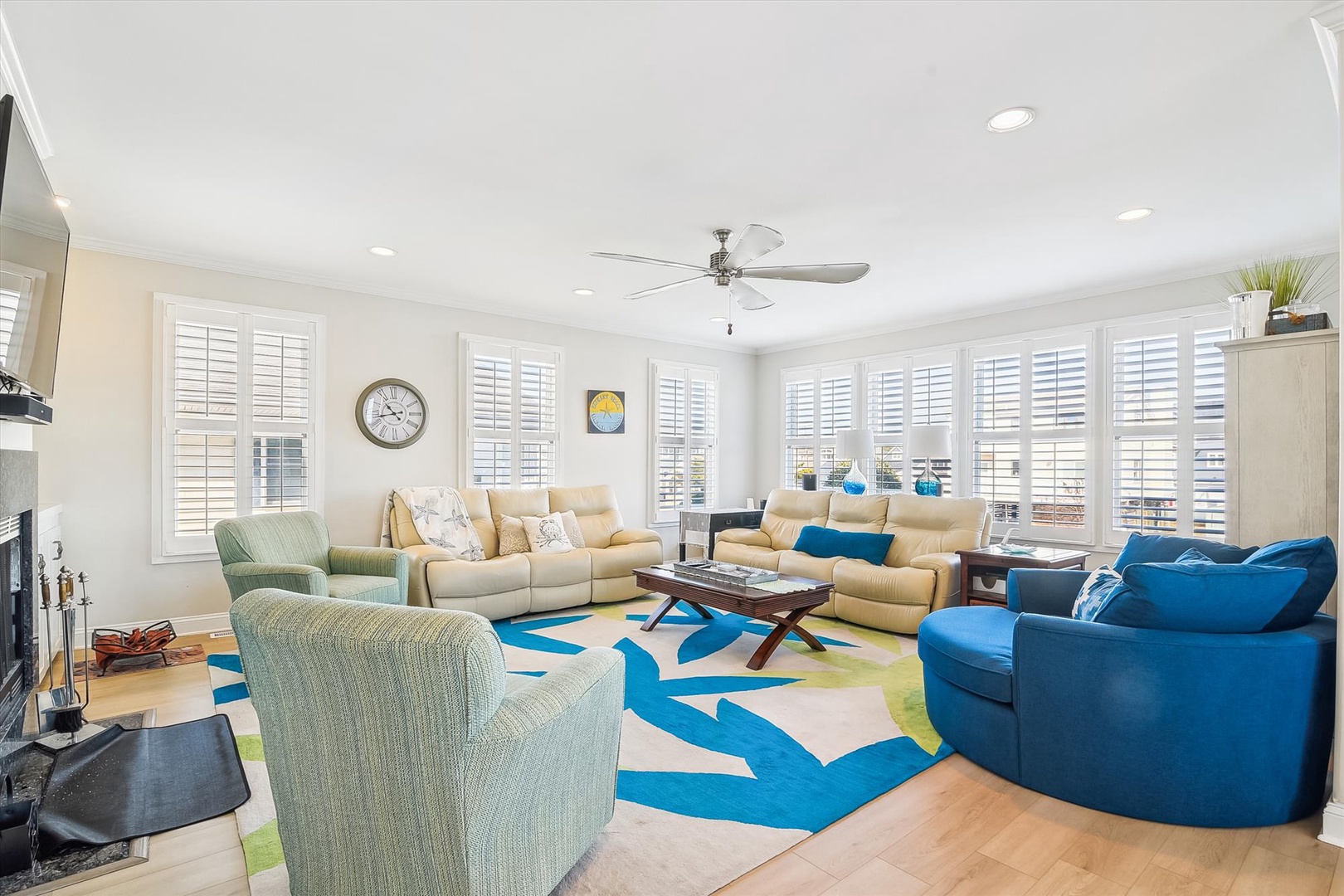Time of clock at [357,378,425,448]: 10:42
